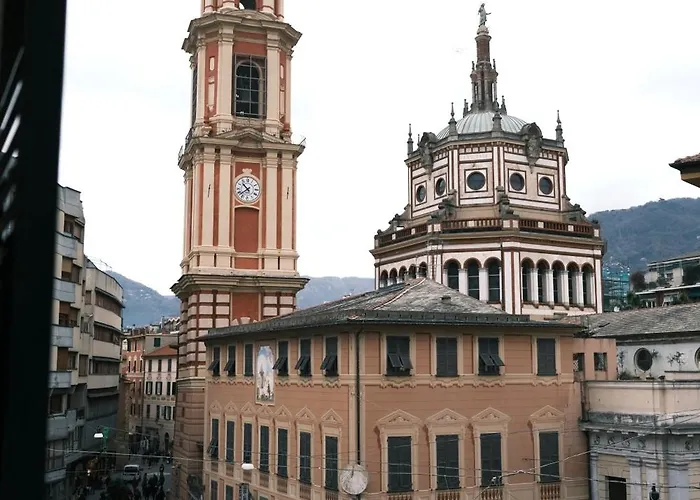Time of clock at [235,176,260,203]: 10:38
